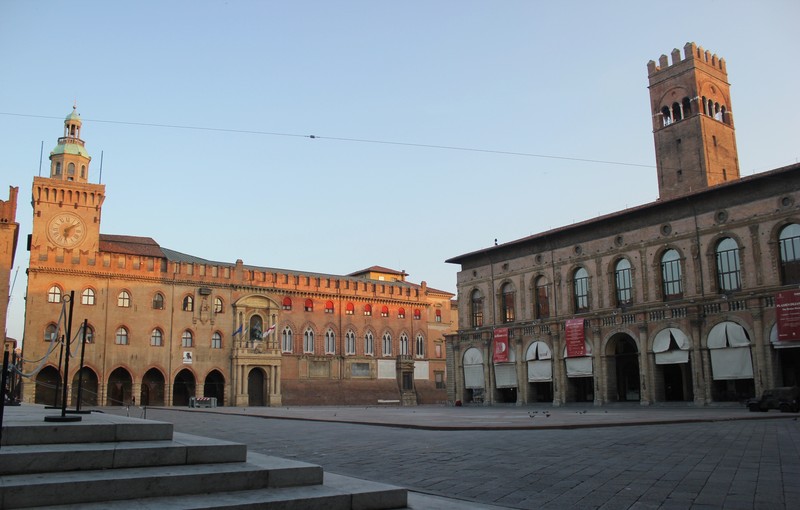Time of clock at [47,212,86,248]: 6:08
